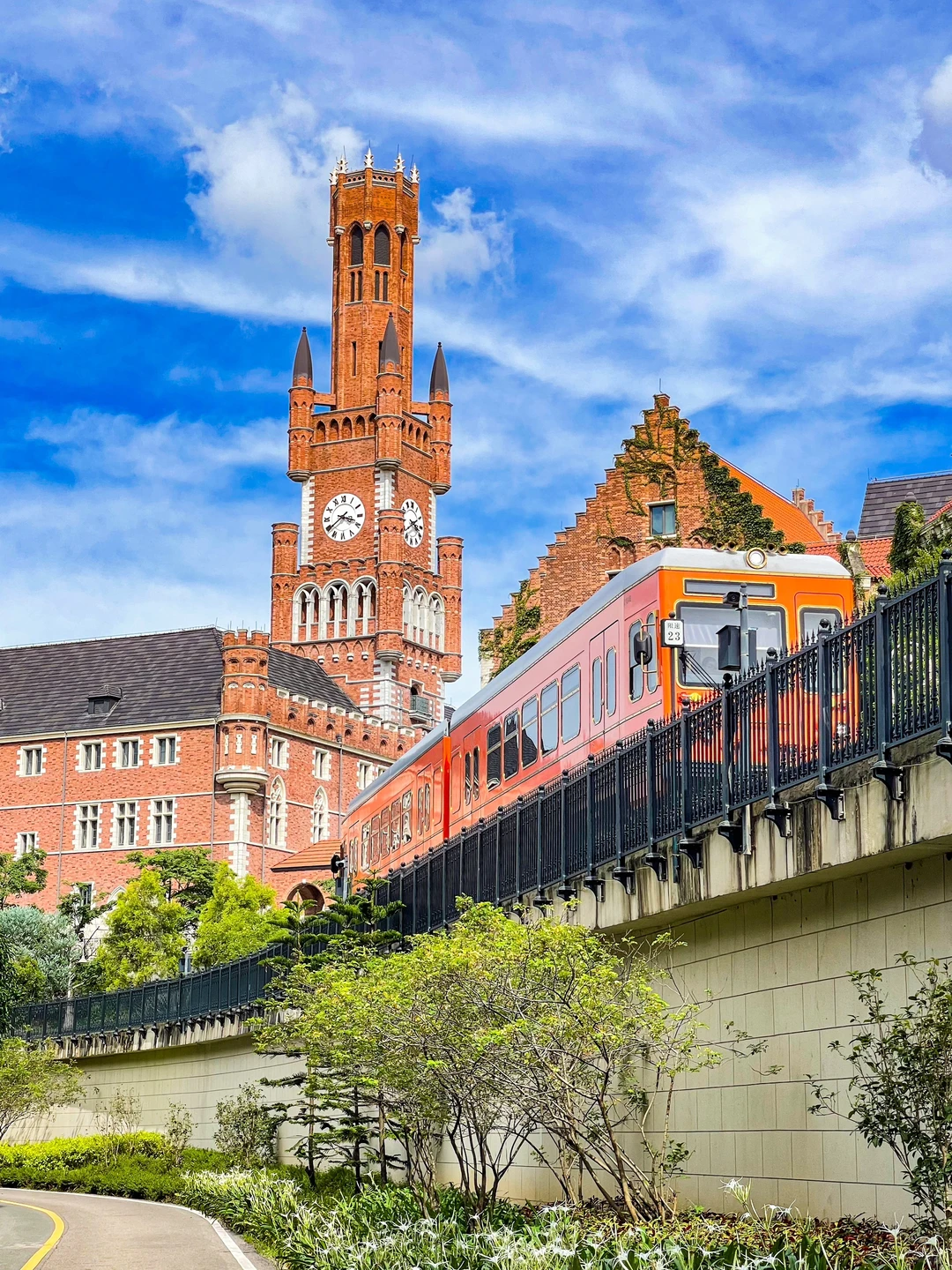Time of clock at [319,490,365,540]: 3:39
